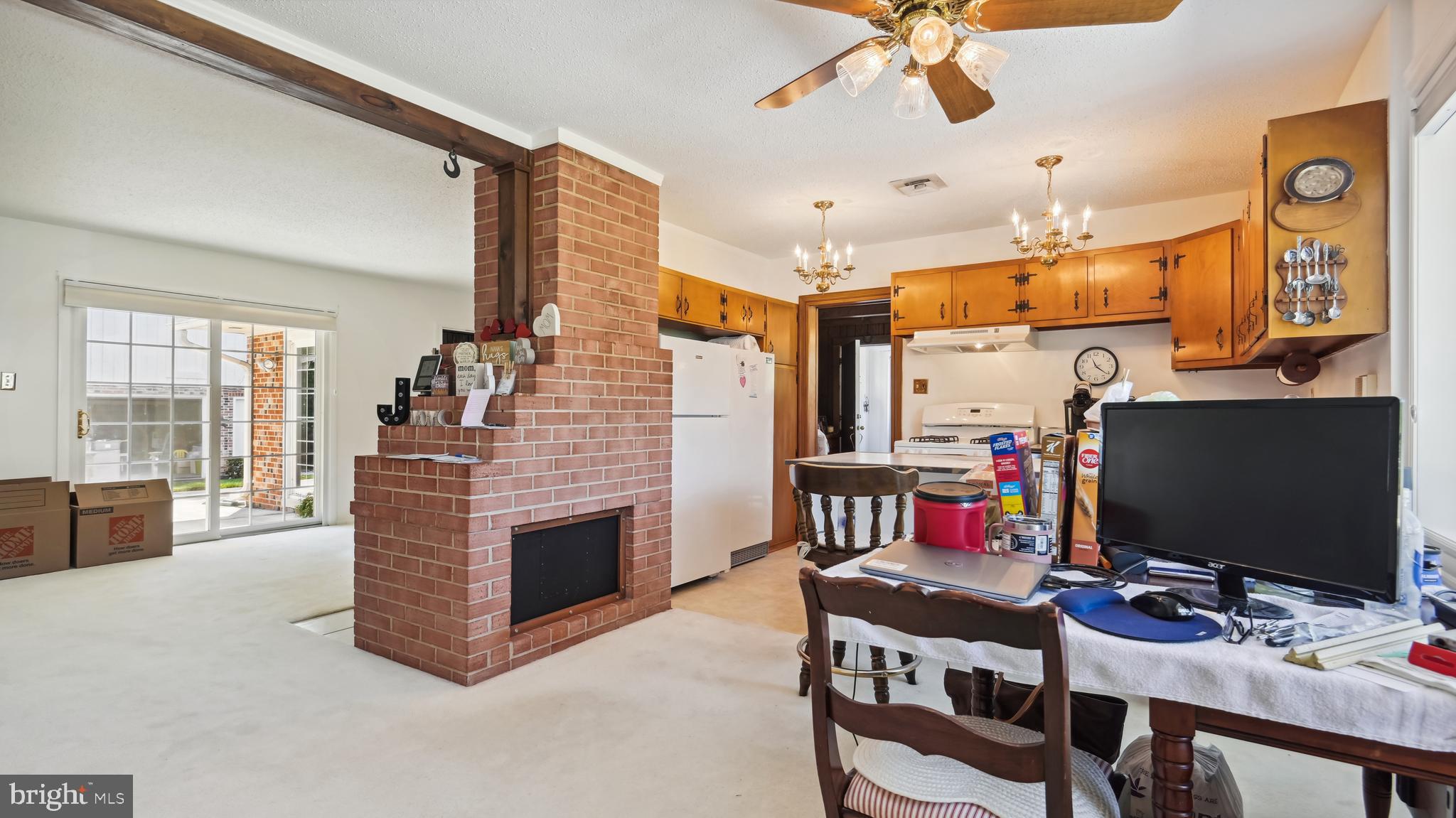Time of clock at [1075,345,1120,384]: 11:21
